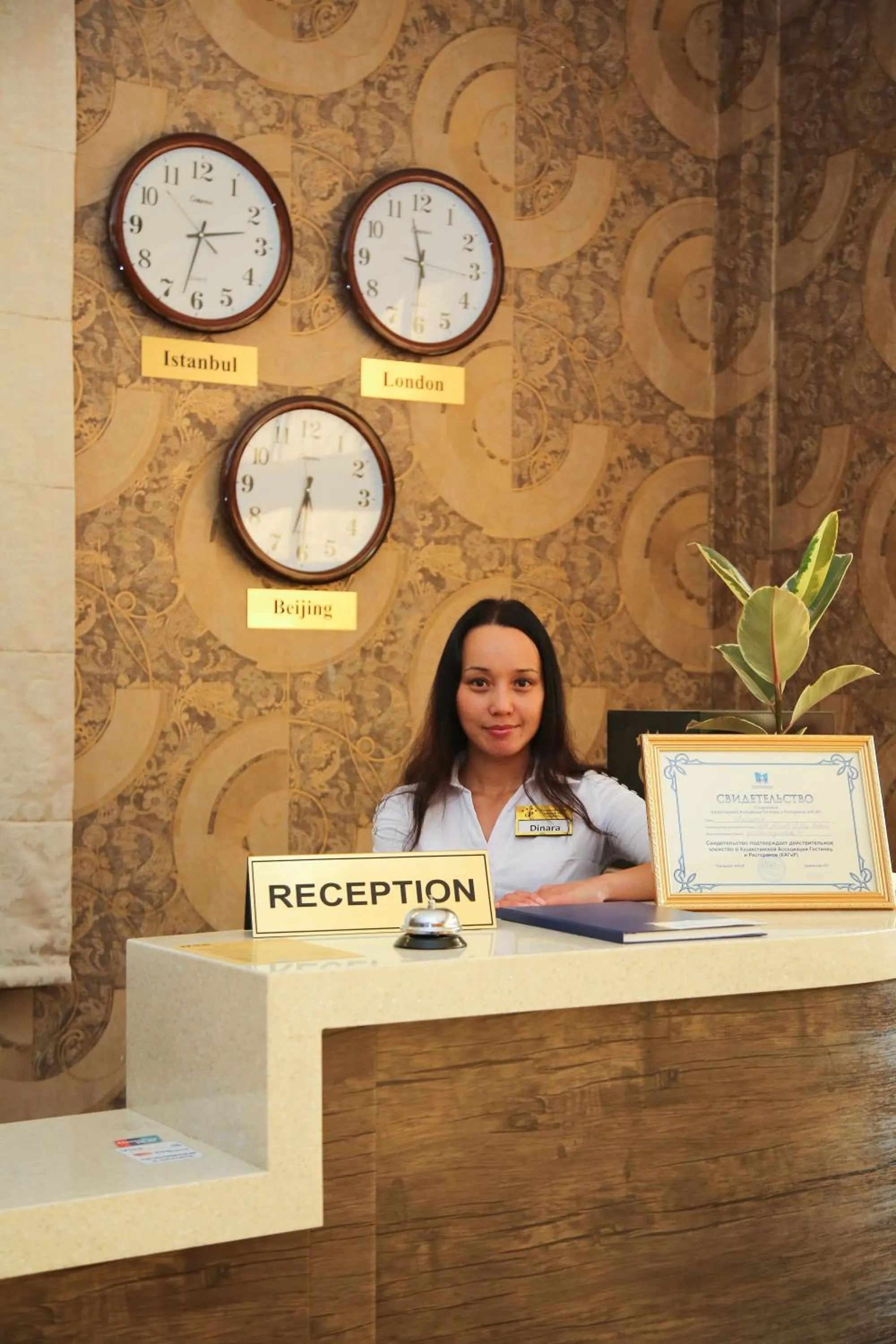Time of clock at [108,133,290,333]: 2:32
